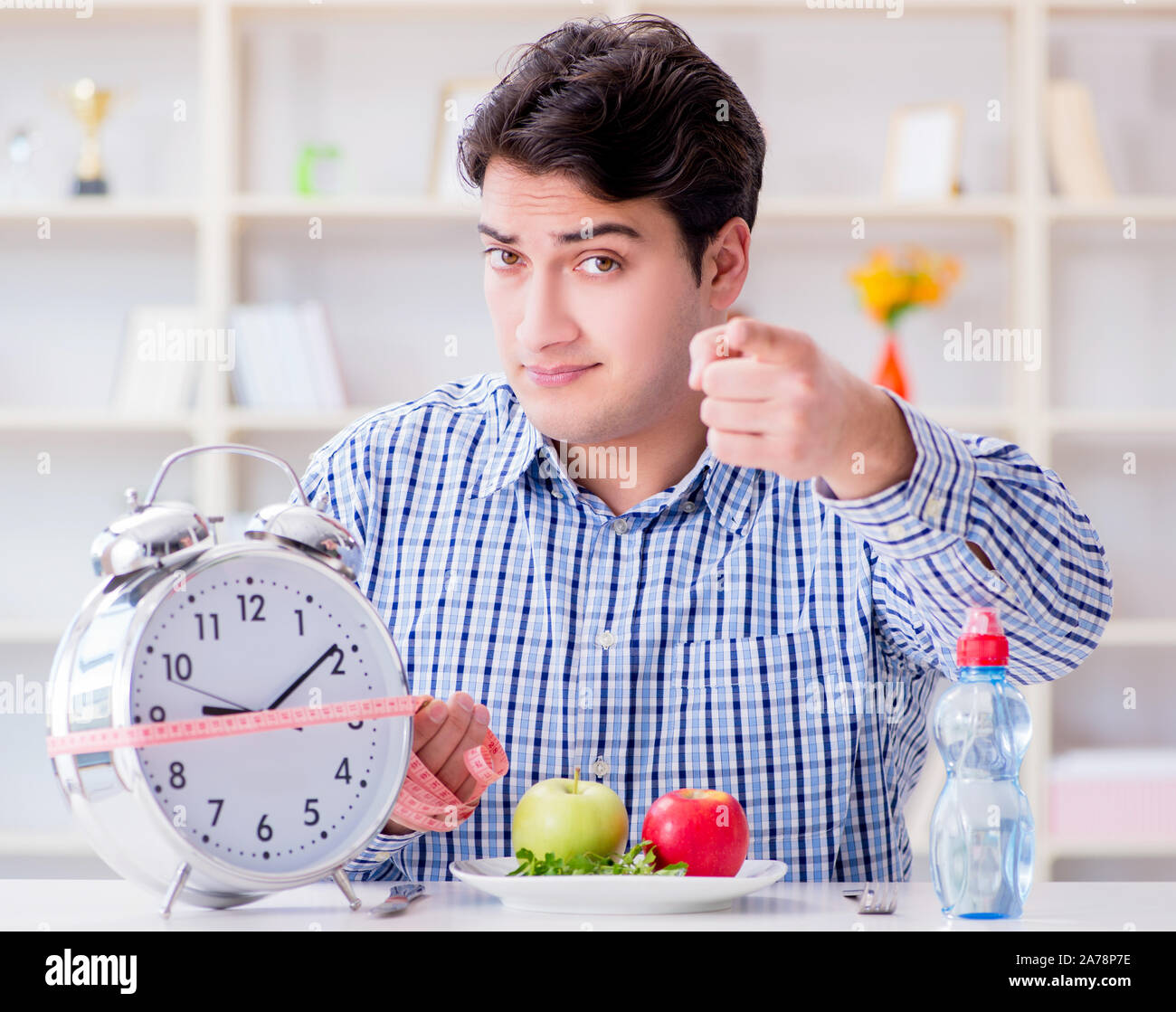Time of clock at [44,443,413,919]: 9:09
